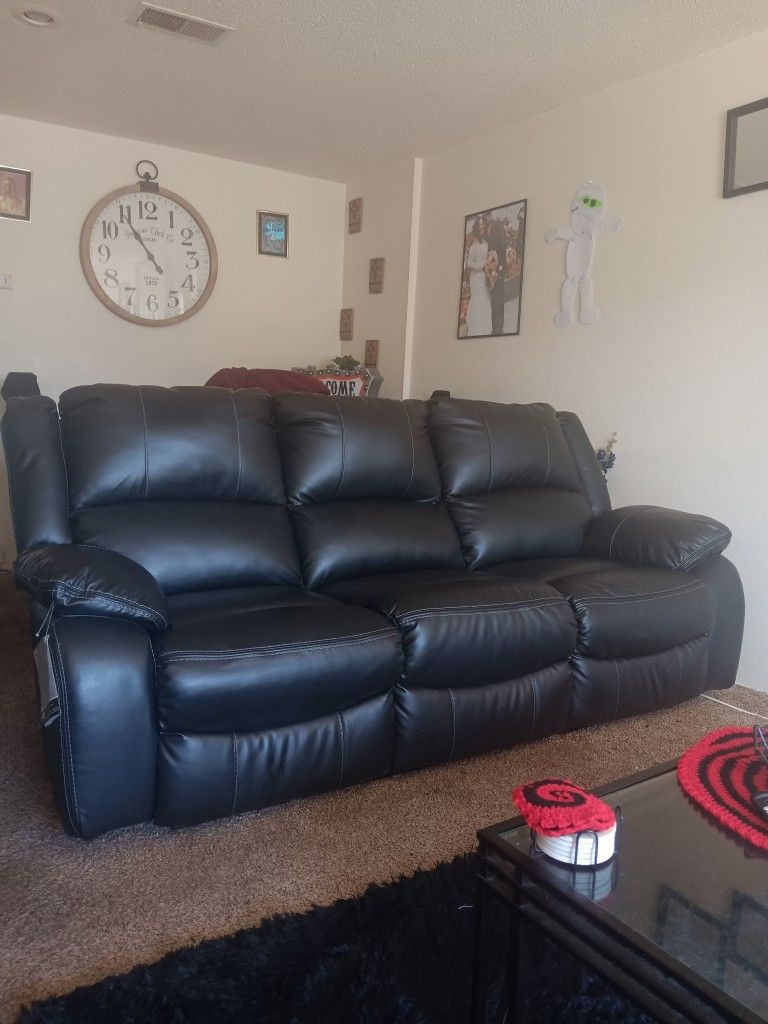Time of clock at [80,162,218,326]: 10:54
